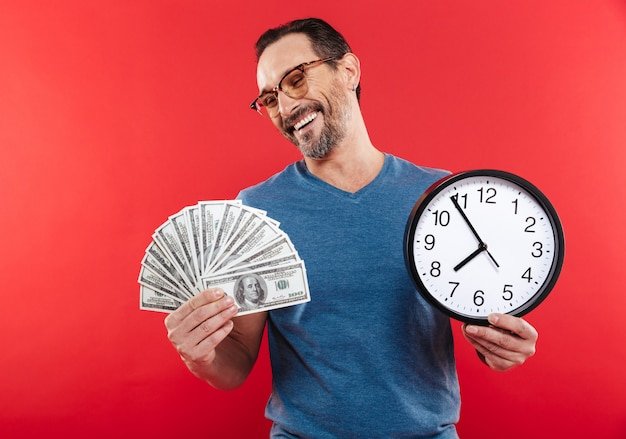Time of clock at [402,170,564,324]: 7:53
